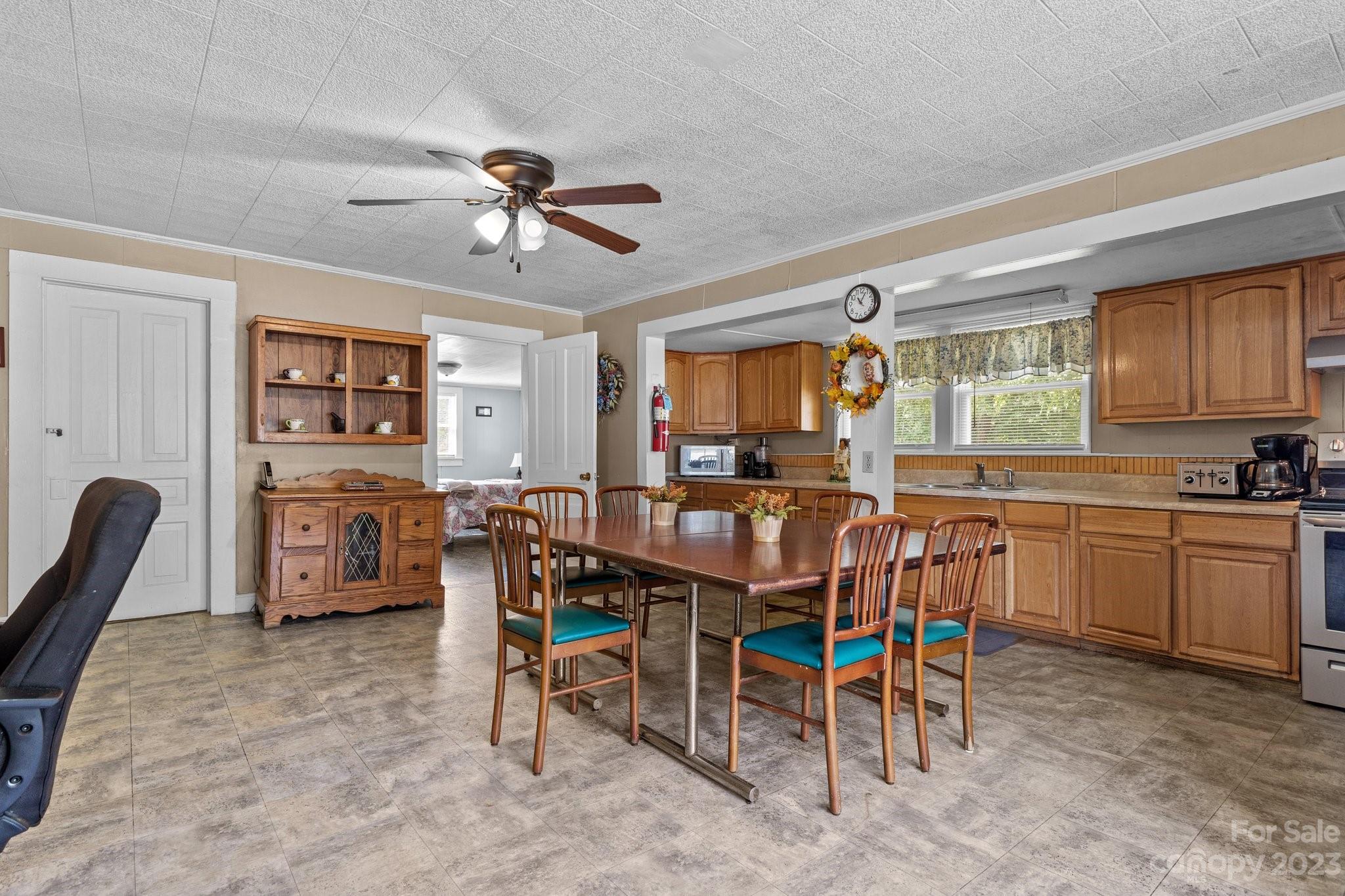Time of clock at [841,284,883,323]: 11:04
